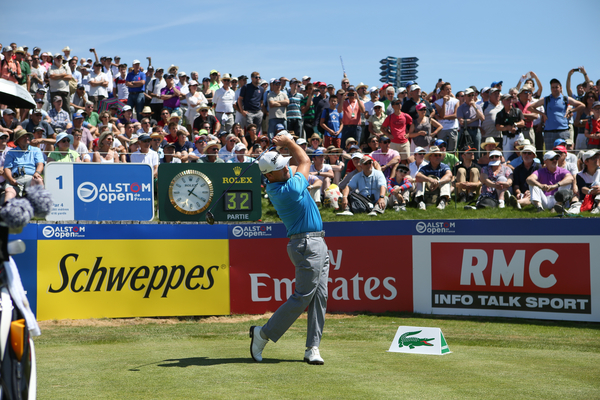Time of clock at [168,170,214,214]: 1:20
